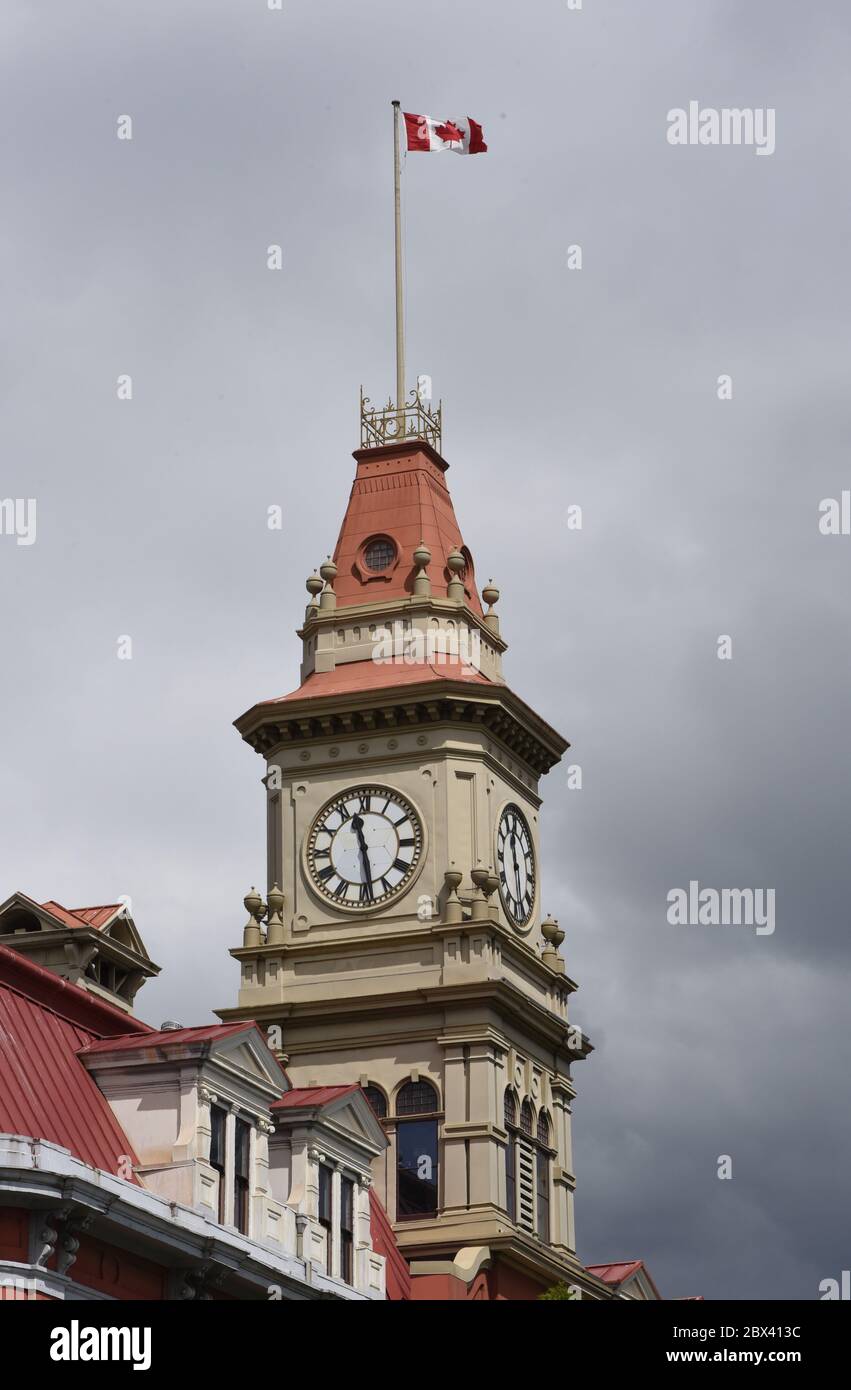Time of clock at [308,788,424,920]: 11:28
